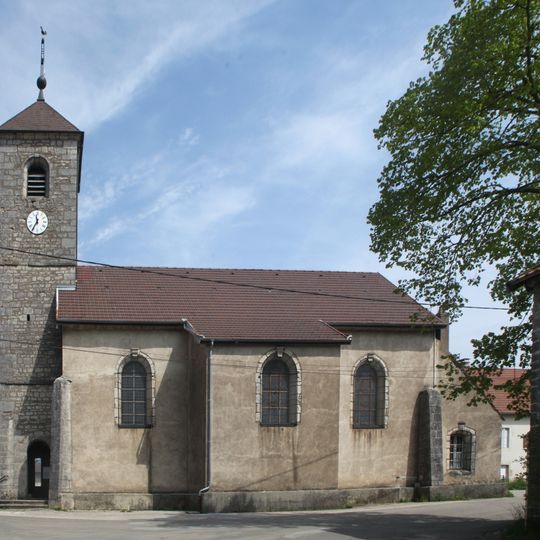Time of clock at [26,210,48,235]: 11:35
